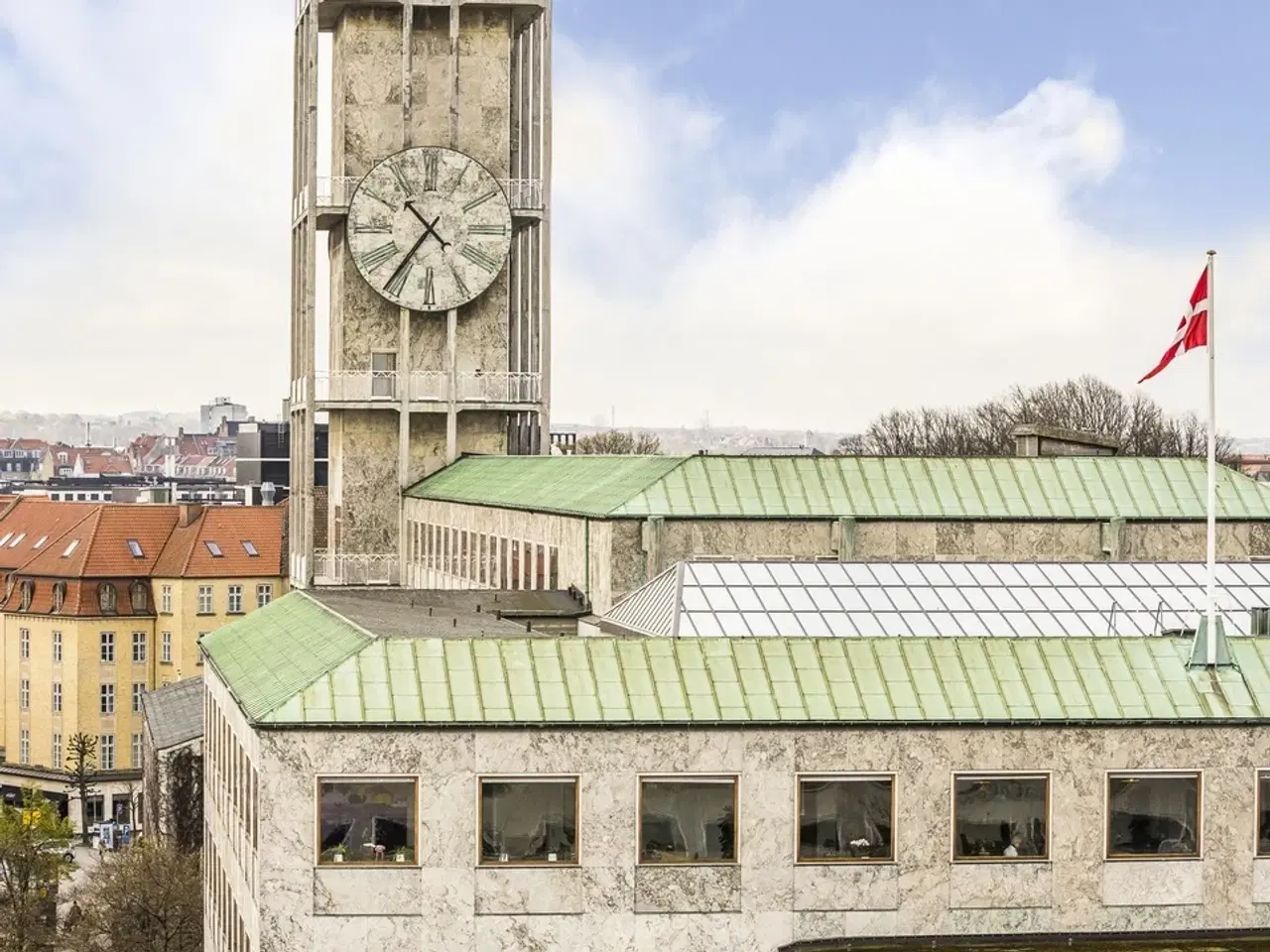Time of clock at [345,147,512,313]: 10:36
